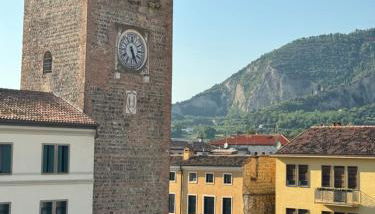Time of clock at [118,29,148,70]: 5:26
